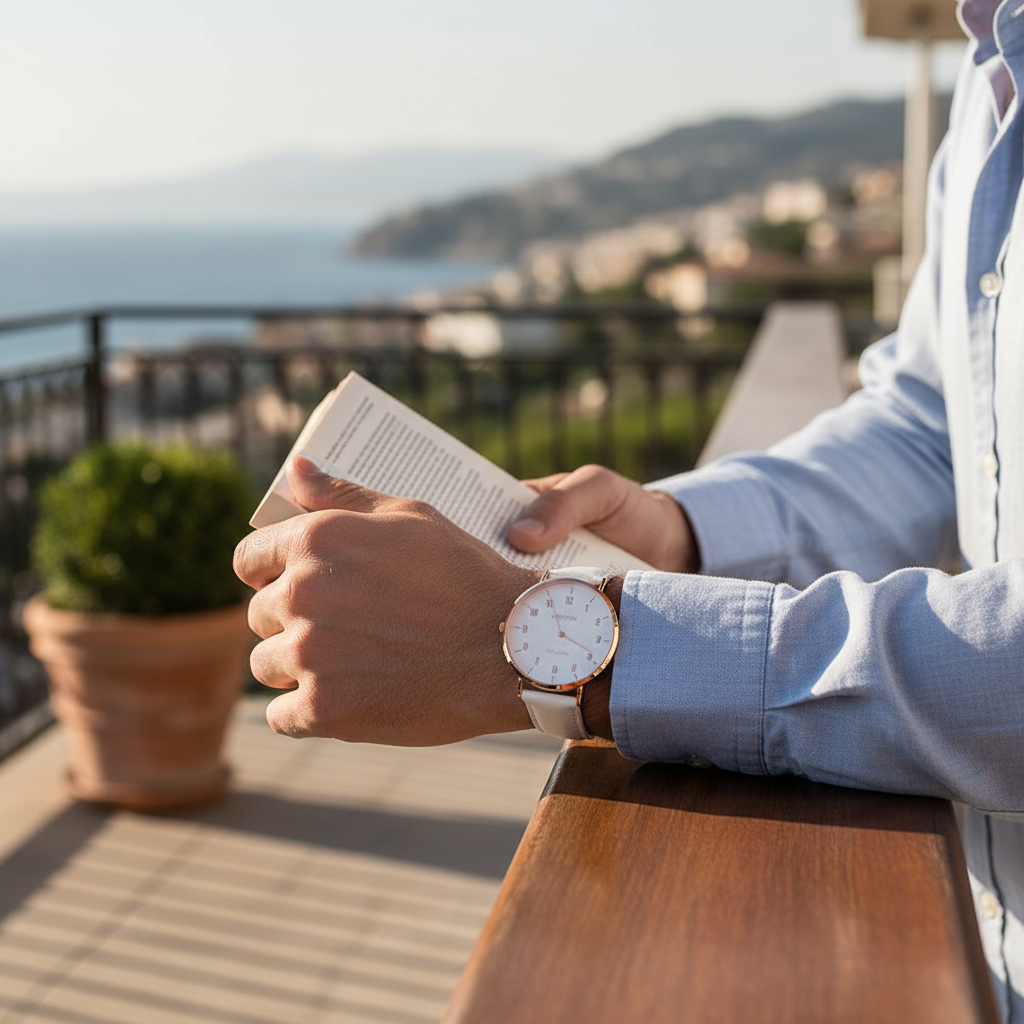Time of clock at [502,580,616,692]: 3:55
